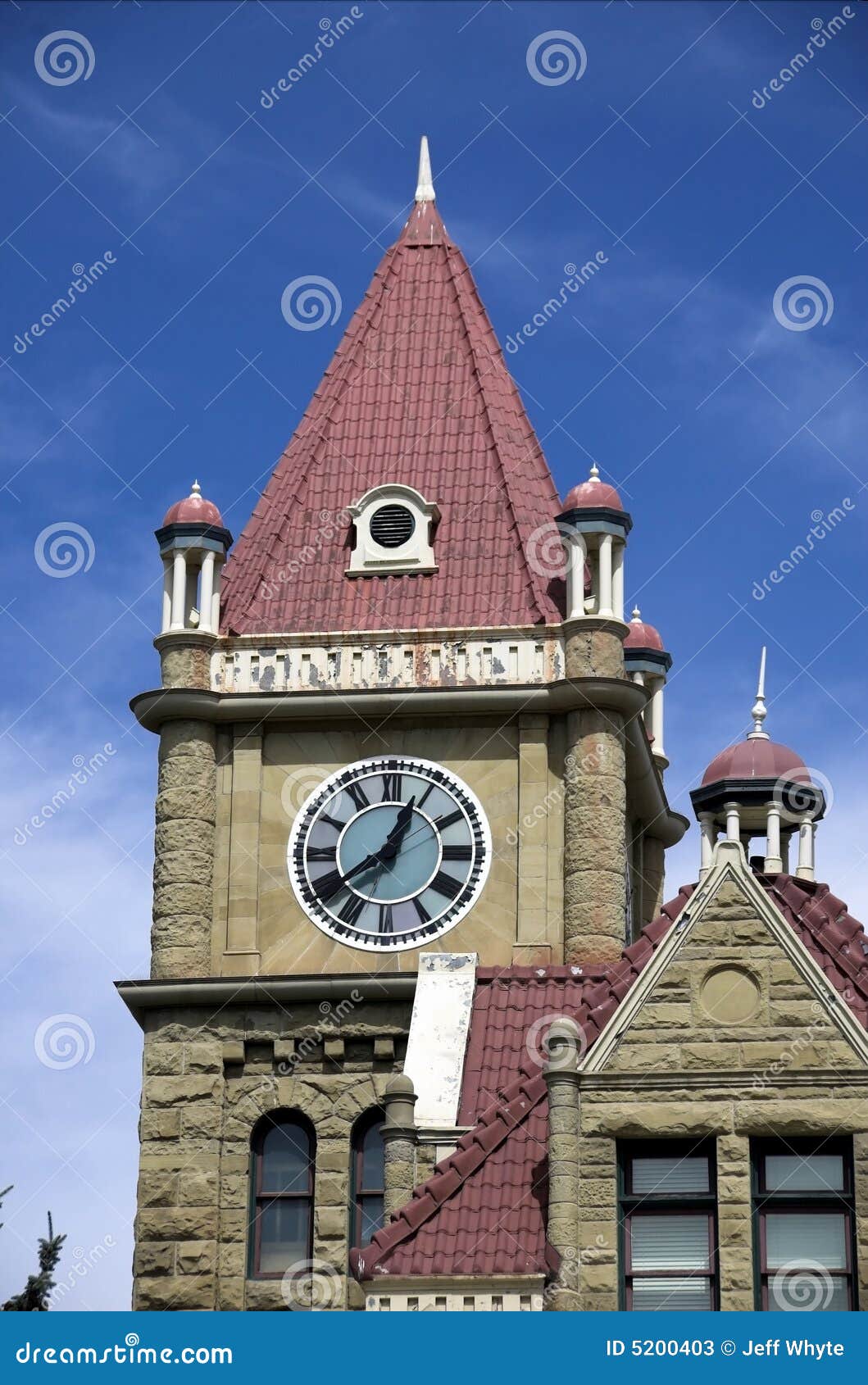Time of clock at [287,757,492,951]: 12:39
